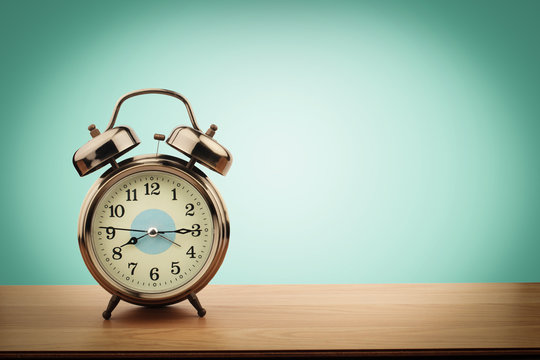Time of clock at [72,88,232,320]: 8:14
